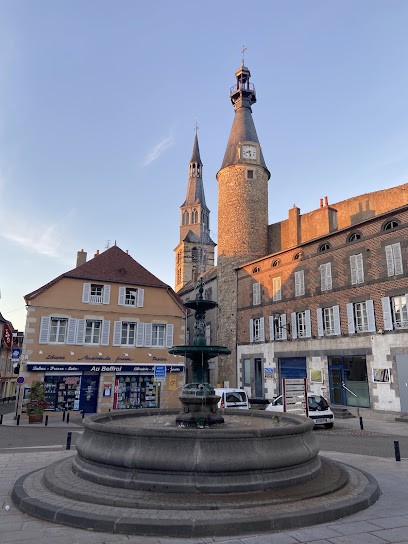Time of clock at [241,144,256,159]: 8:27
